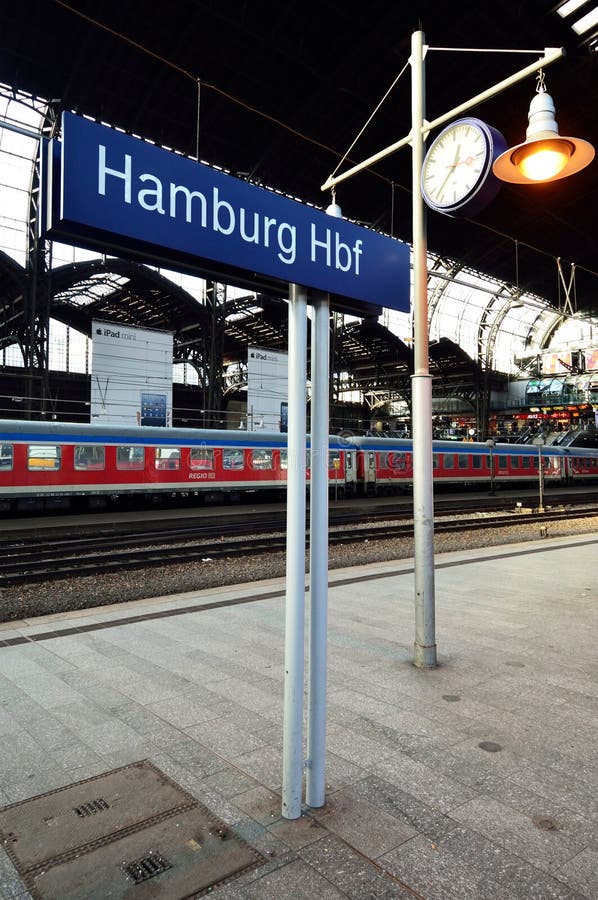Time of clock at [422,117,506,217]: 12:37
